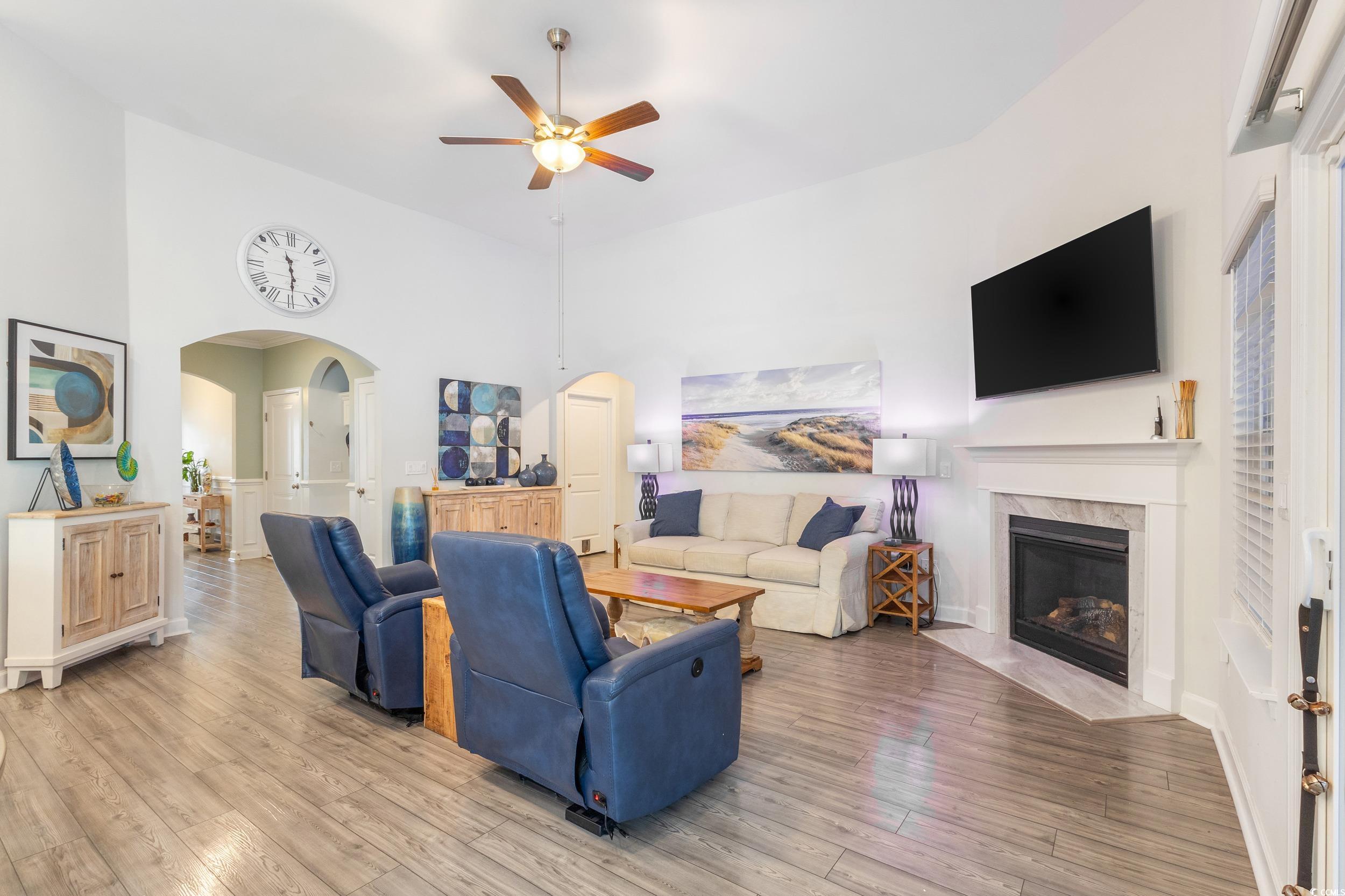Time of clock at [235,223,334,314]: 11:29
